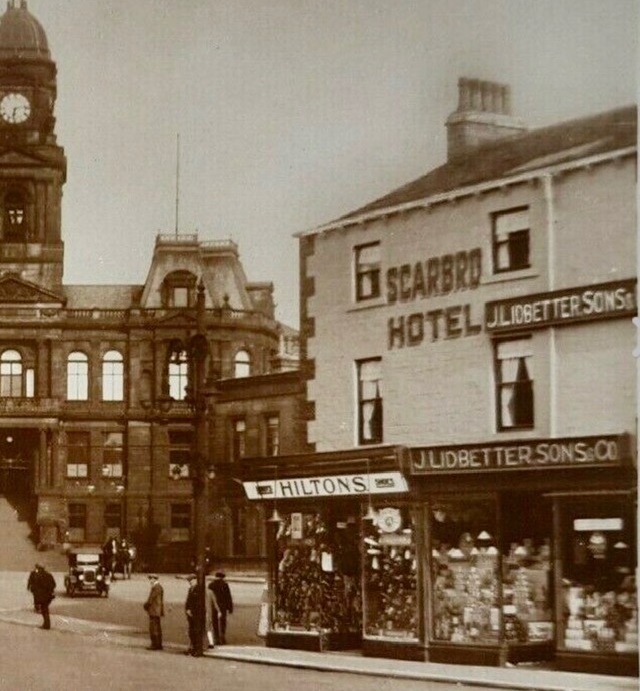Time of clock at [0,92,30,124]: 6:13
